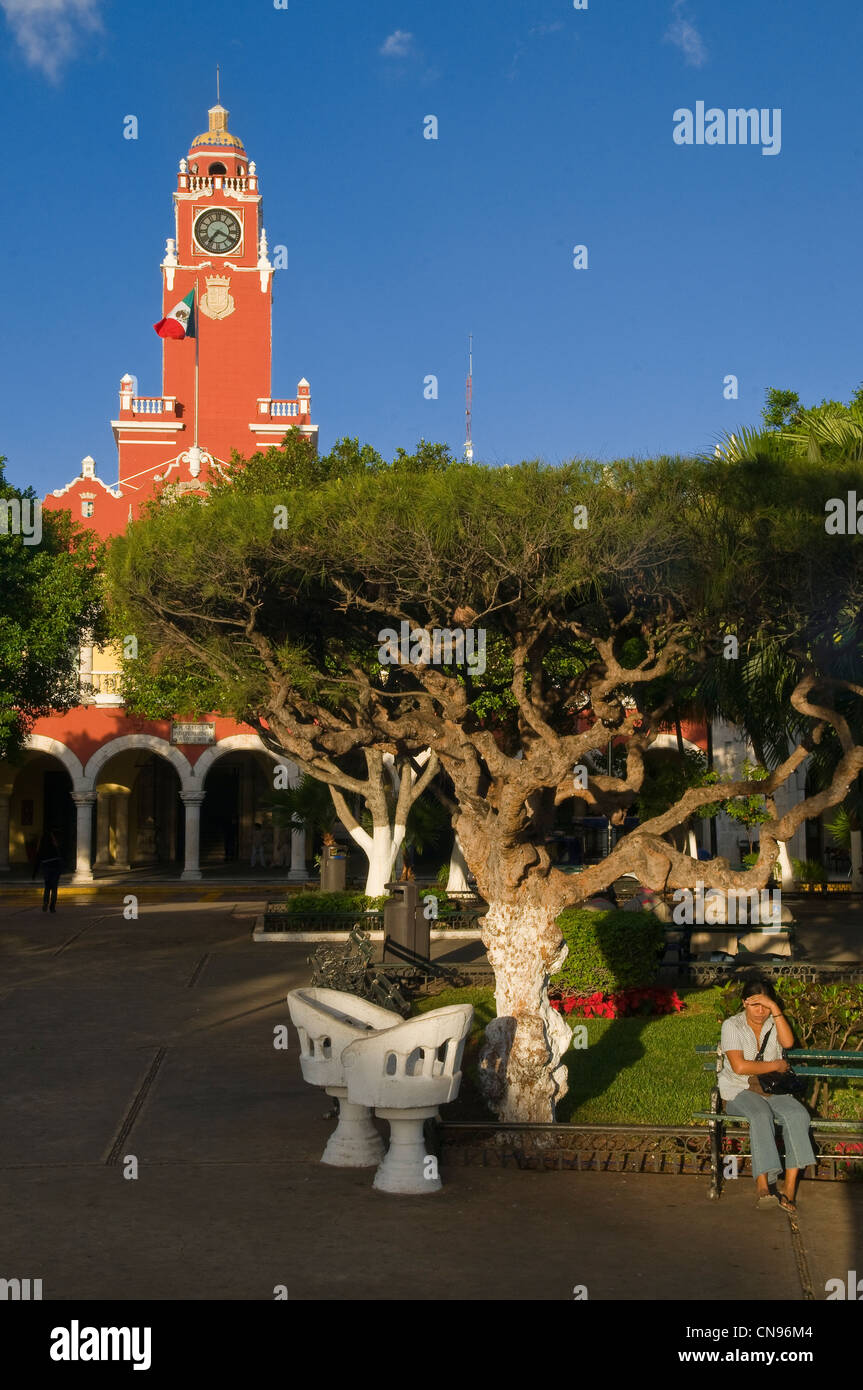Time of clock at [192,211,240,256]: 7:19
